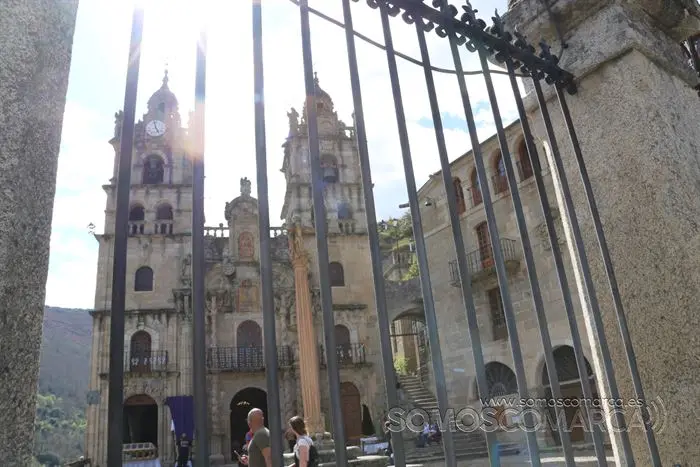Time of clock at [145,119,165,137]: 4:57
